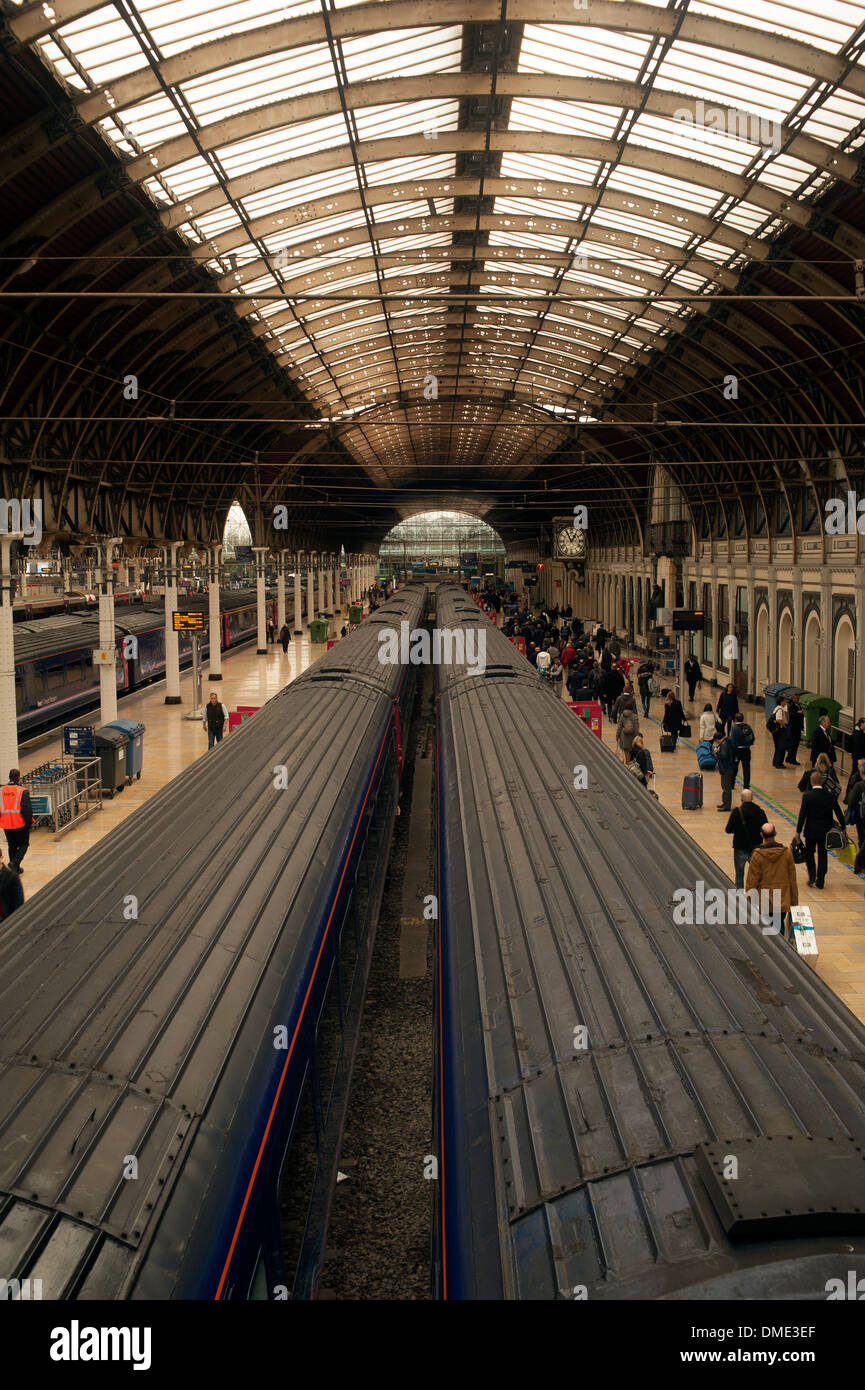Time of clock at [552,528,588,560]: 12:55
